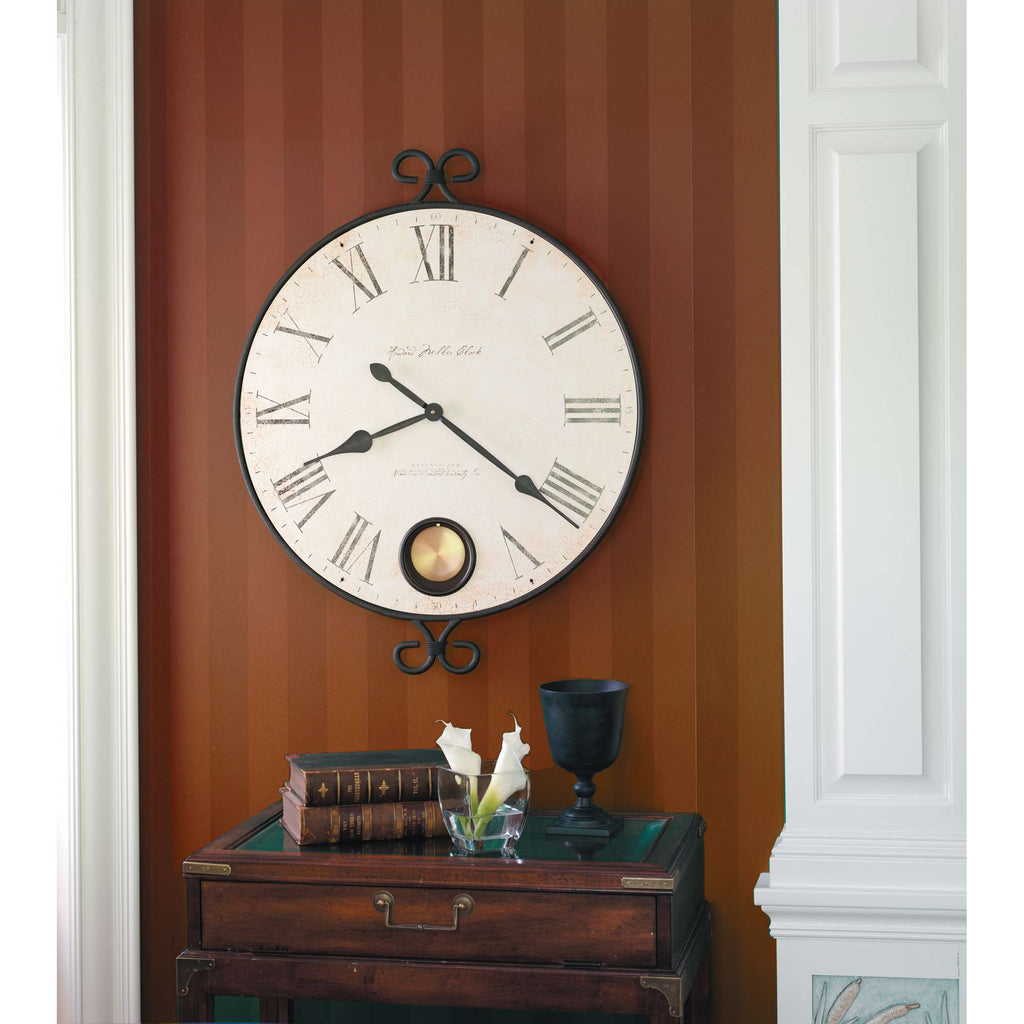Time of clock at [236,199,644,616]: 8:21
